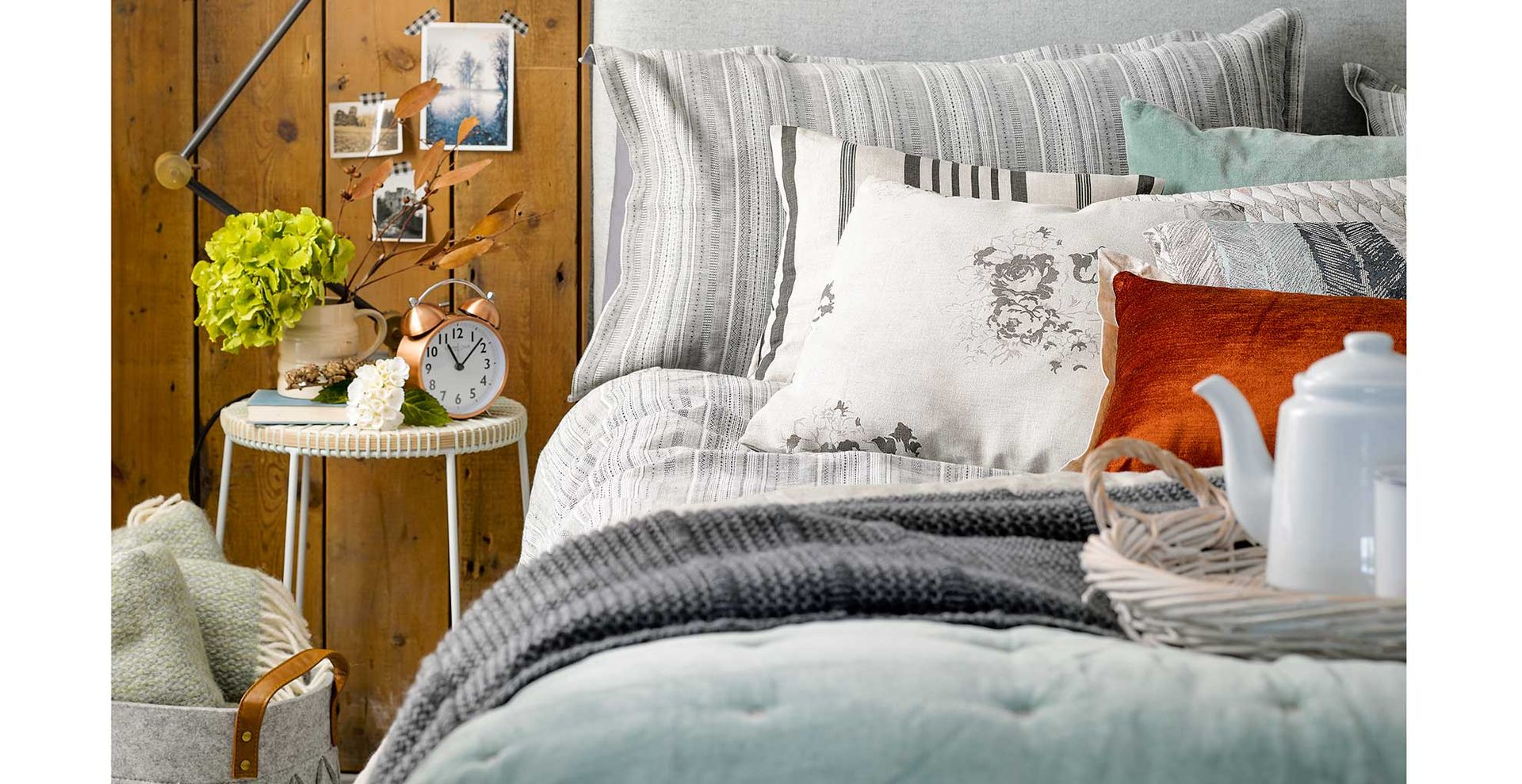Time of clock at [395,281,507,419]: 11:07
